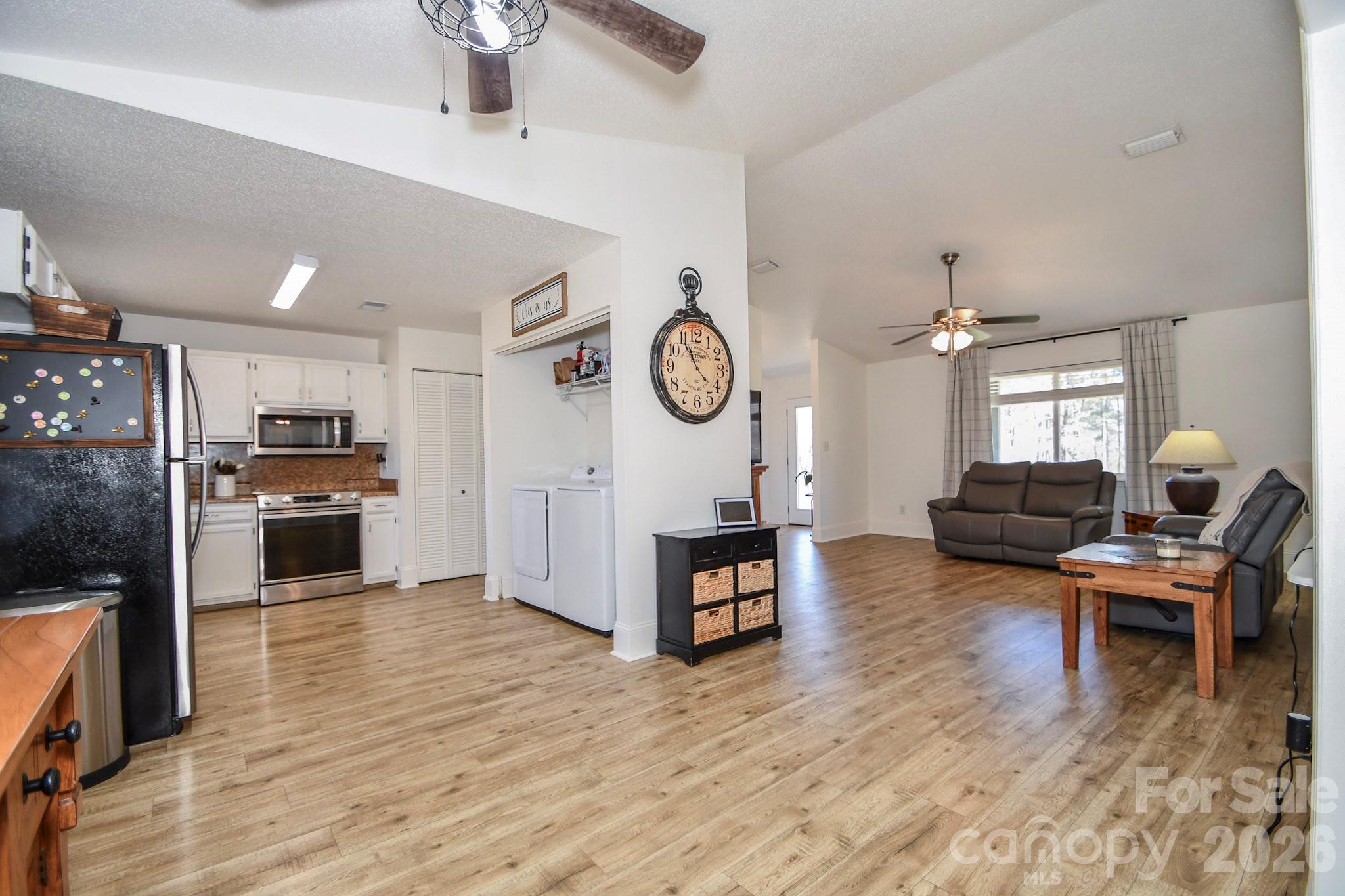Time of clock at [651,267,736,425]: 10:54
